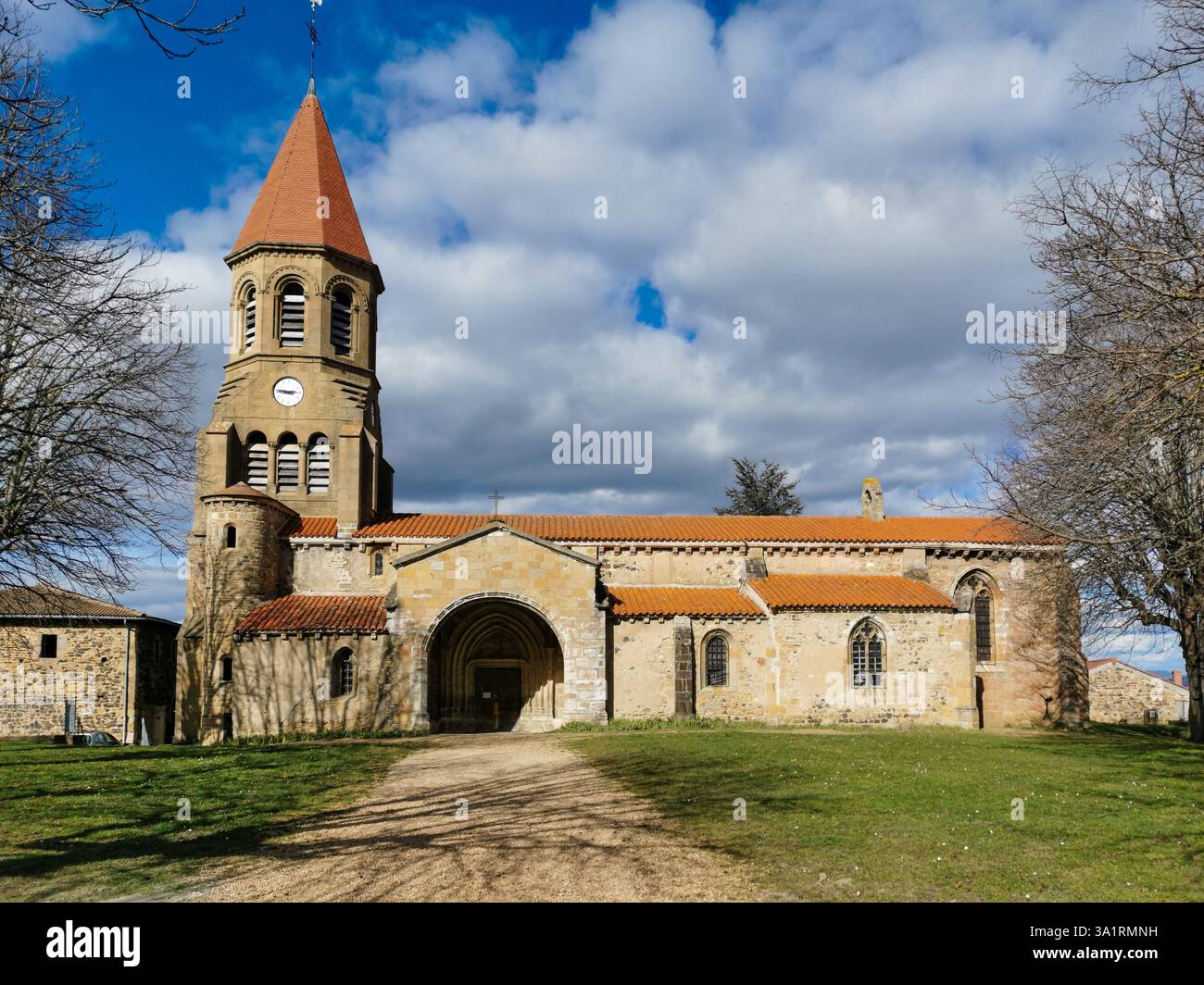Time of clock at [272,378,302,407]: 2:46
